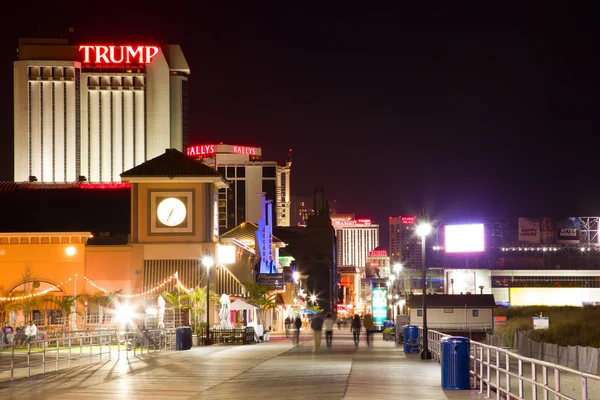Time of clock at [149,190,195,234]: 12:34
